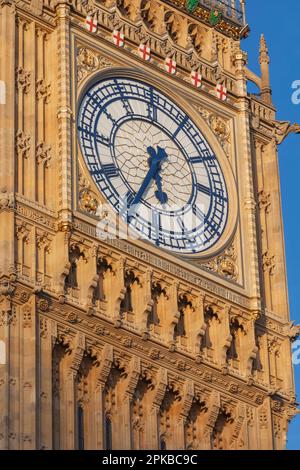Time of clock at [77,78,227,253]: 5:34
